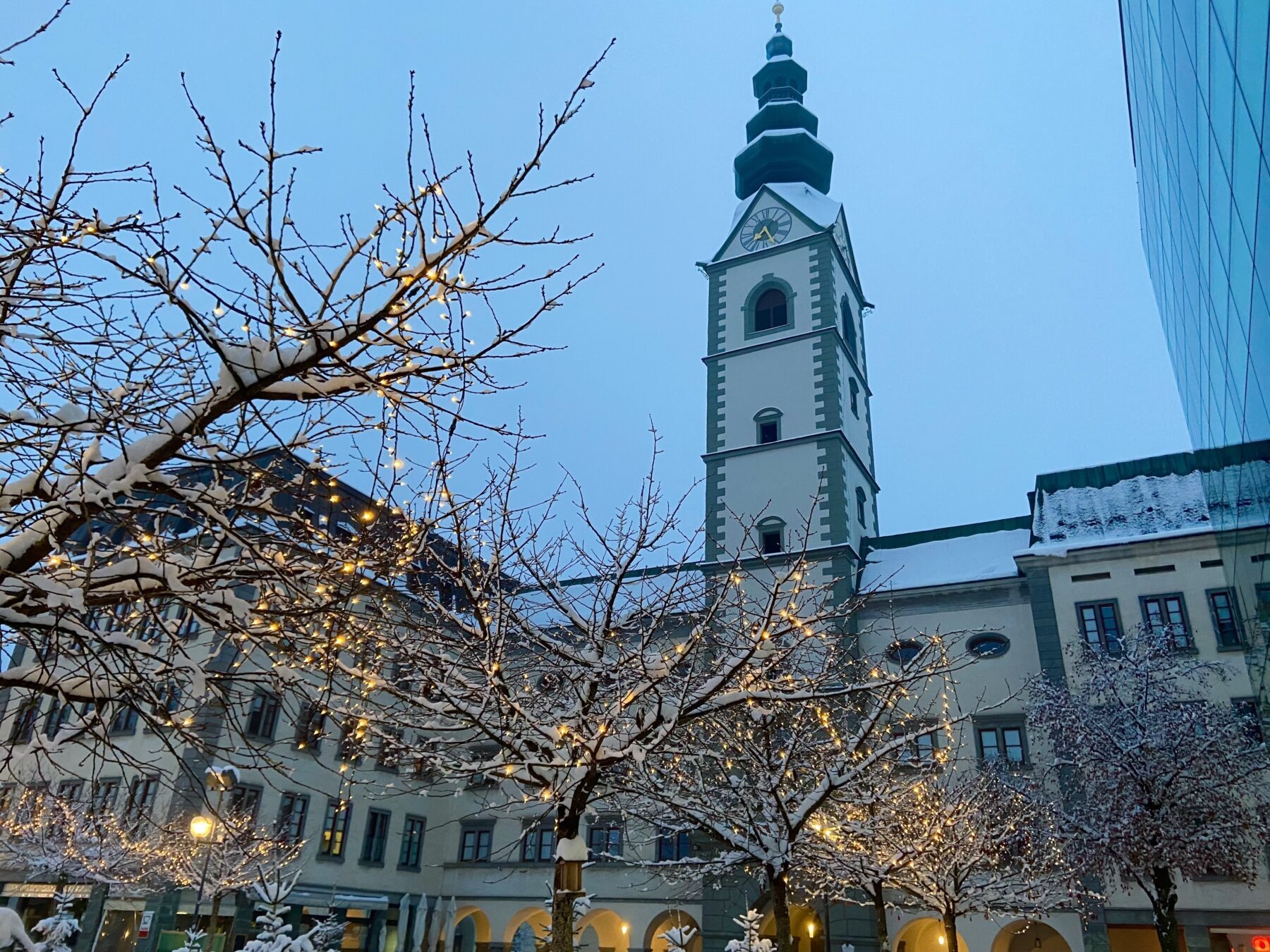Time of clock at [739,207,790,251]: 7:25
